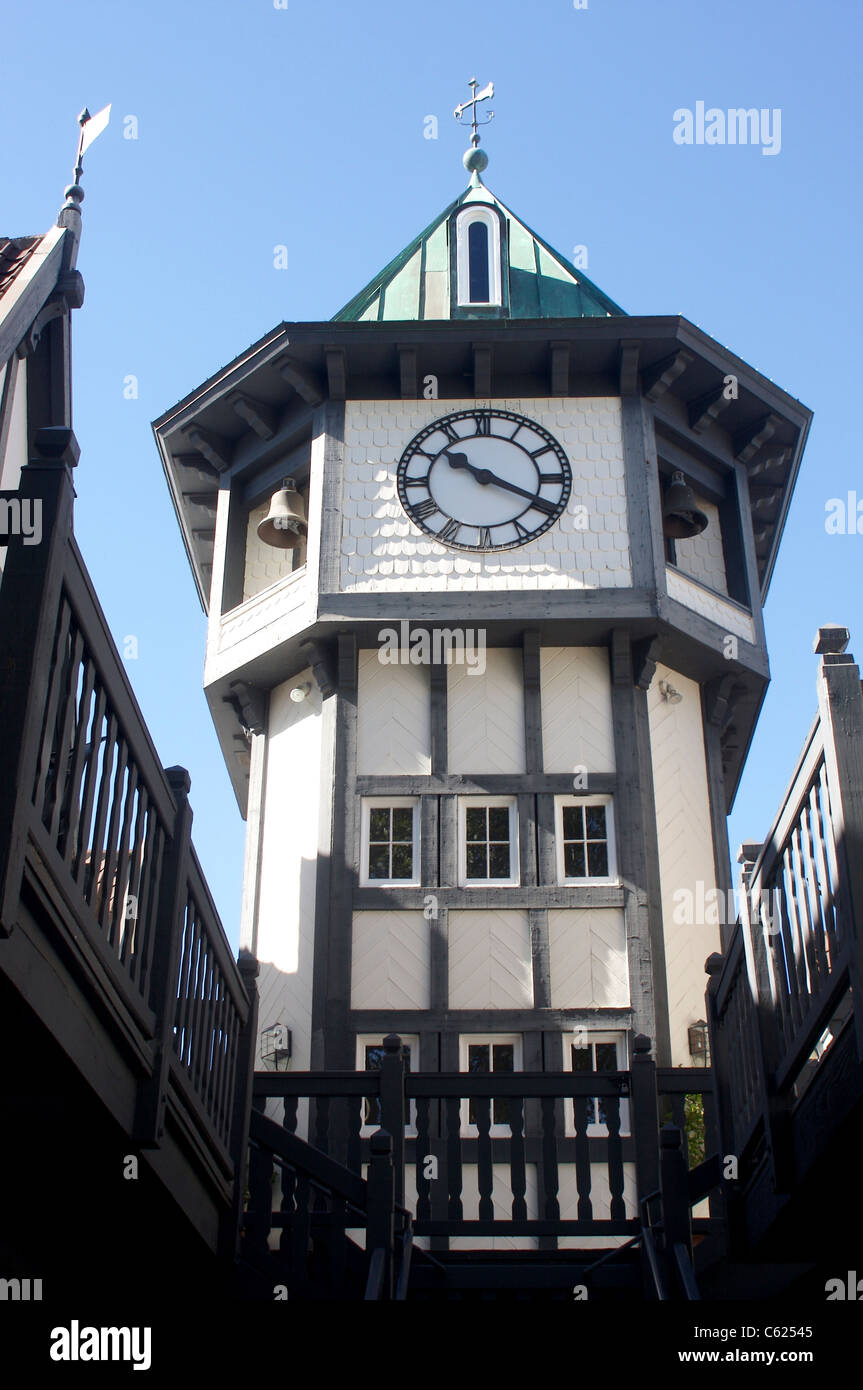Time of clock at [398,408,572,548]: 10:19
